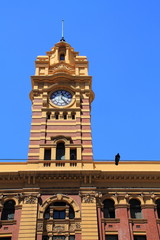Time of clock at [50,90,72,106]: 12:23
